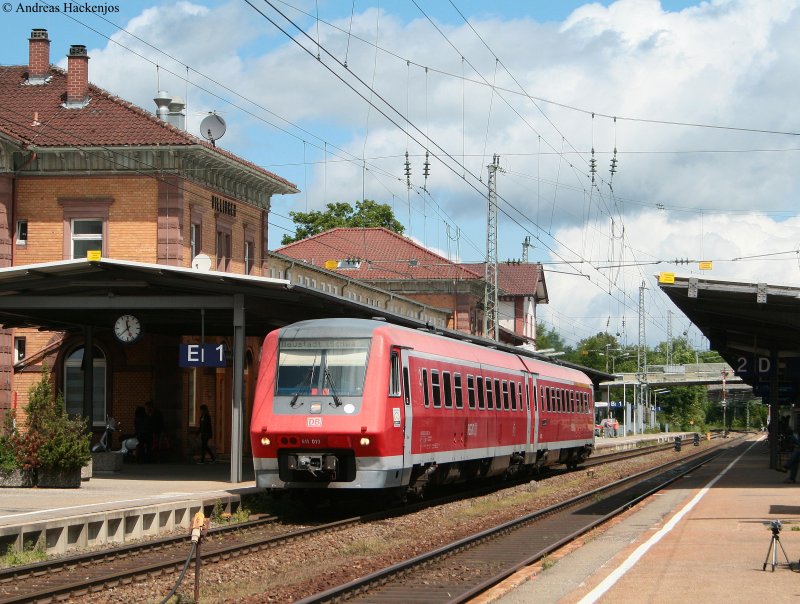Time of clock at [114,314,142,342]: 11:37
